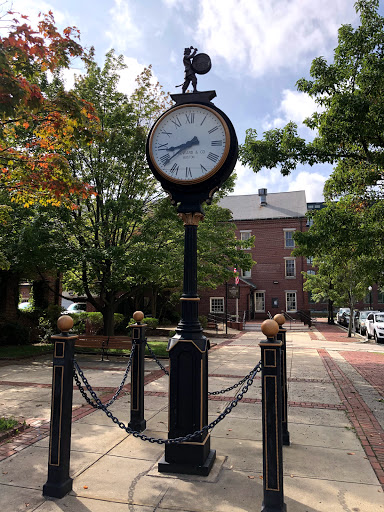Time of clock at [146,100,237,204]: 8:38
